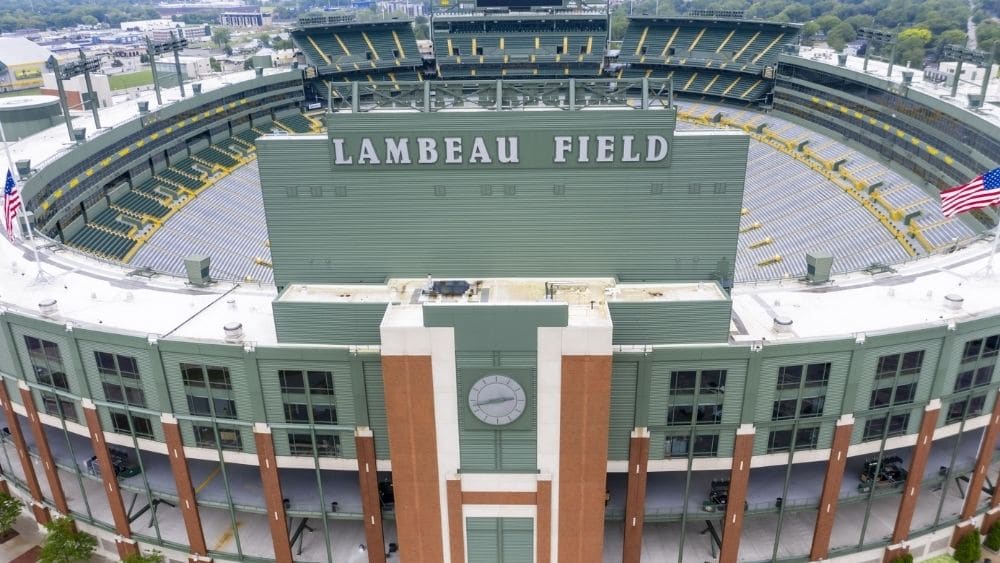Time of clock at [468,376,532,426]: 2:42
